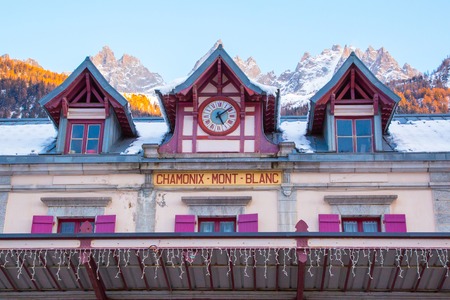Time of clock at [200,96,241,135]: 5:08
